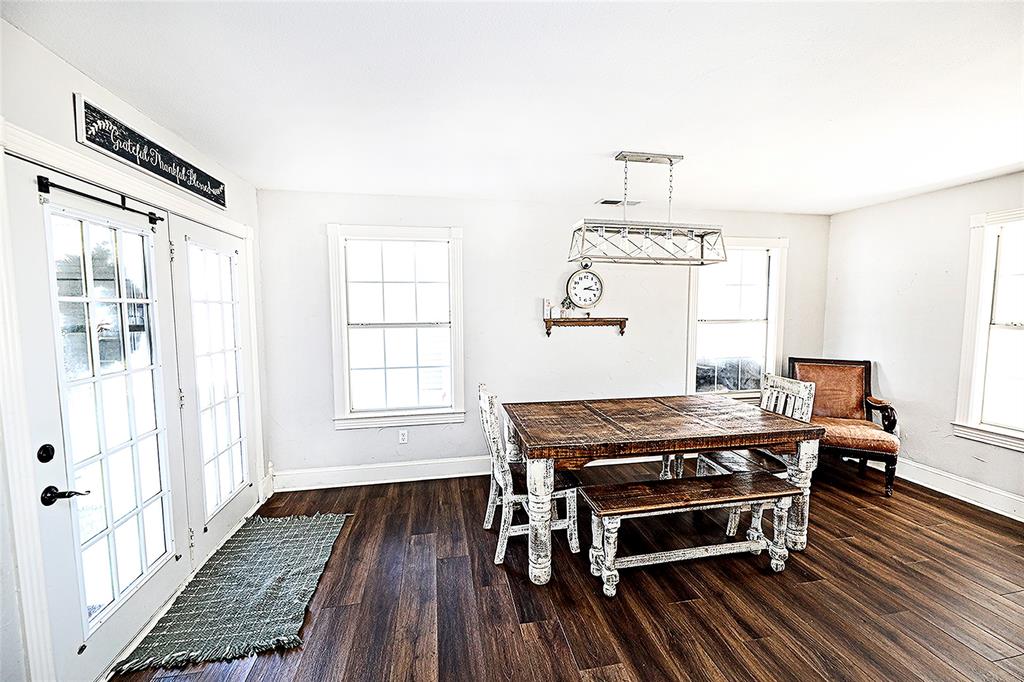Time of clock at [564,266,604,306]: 3:11
